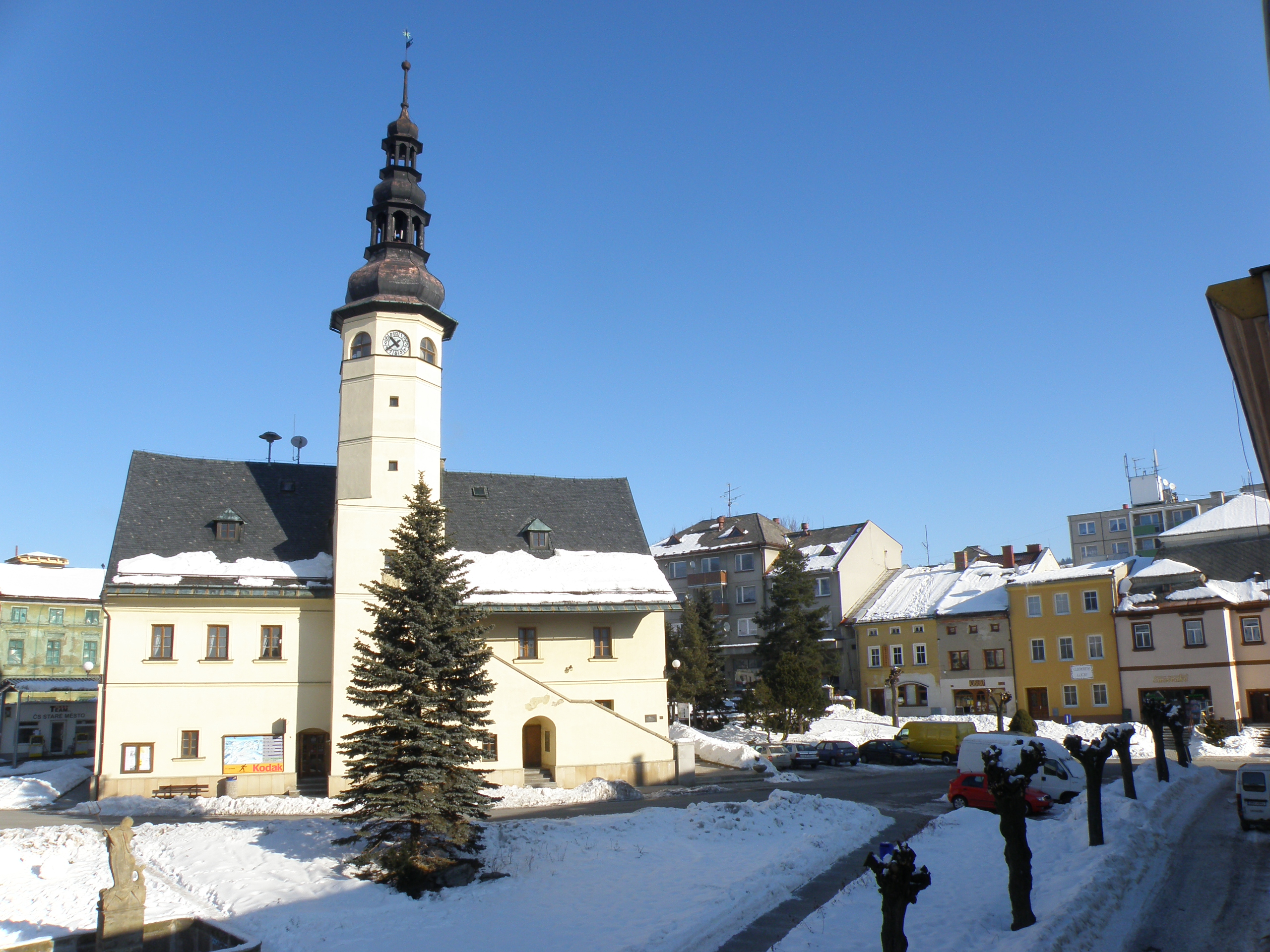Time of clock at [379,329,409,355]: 10:38
